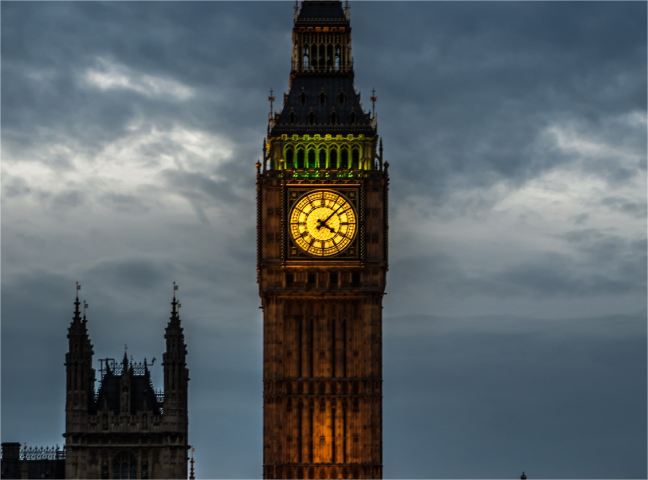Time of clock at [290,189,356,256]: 4:07
